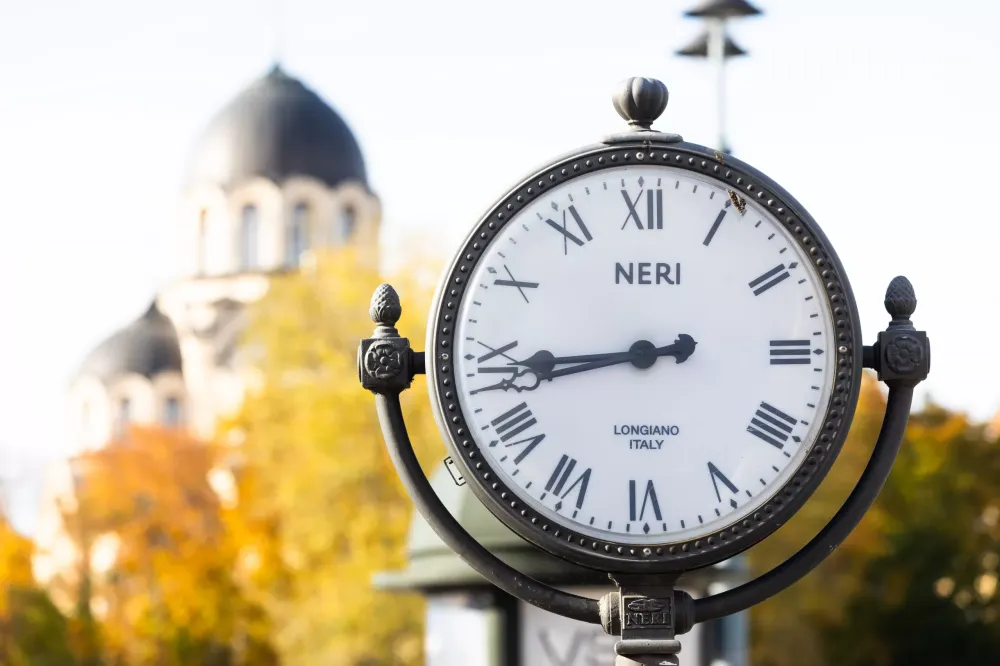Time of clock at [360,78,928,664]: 8:43
